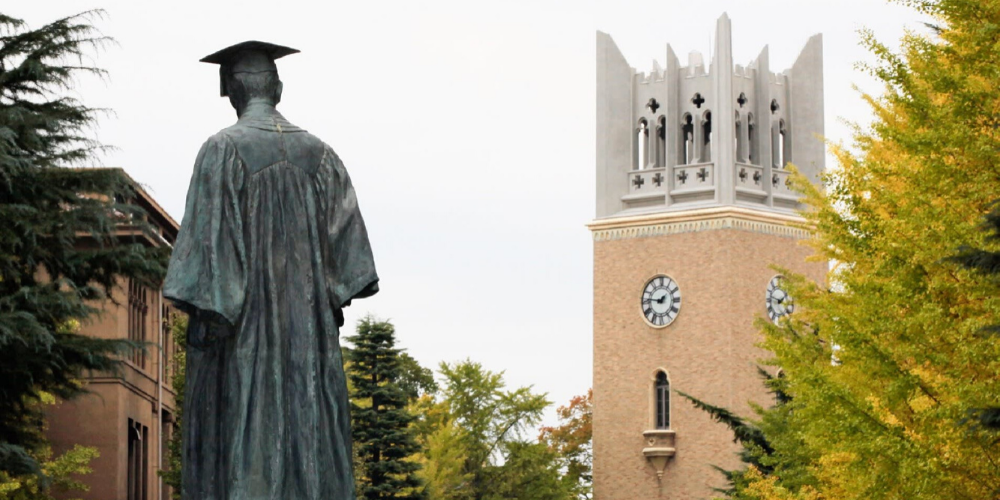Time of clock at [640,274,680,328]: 1:46
